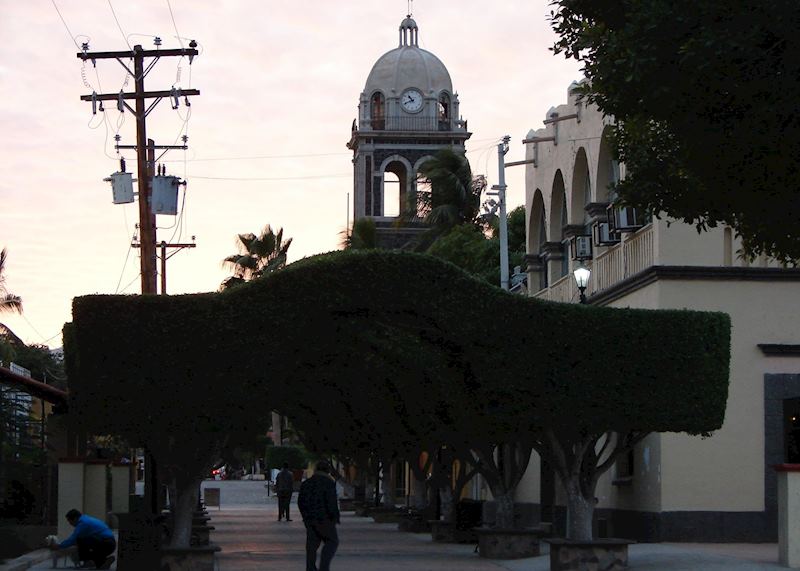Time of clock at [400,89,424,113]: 10:41
